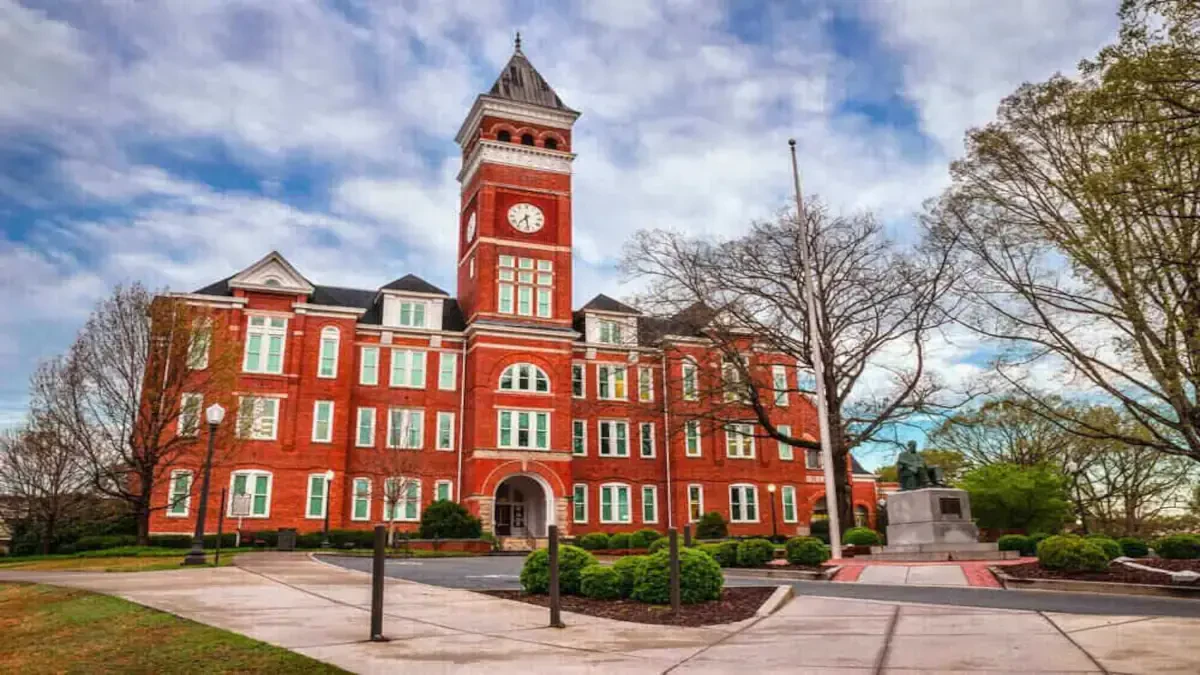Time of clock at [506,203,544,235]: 7:28
